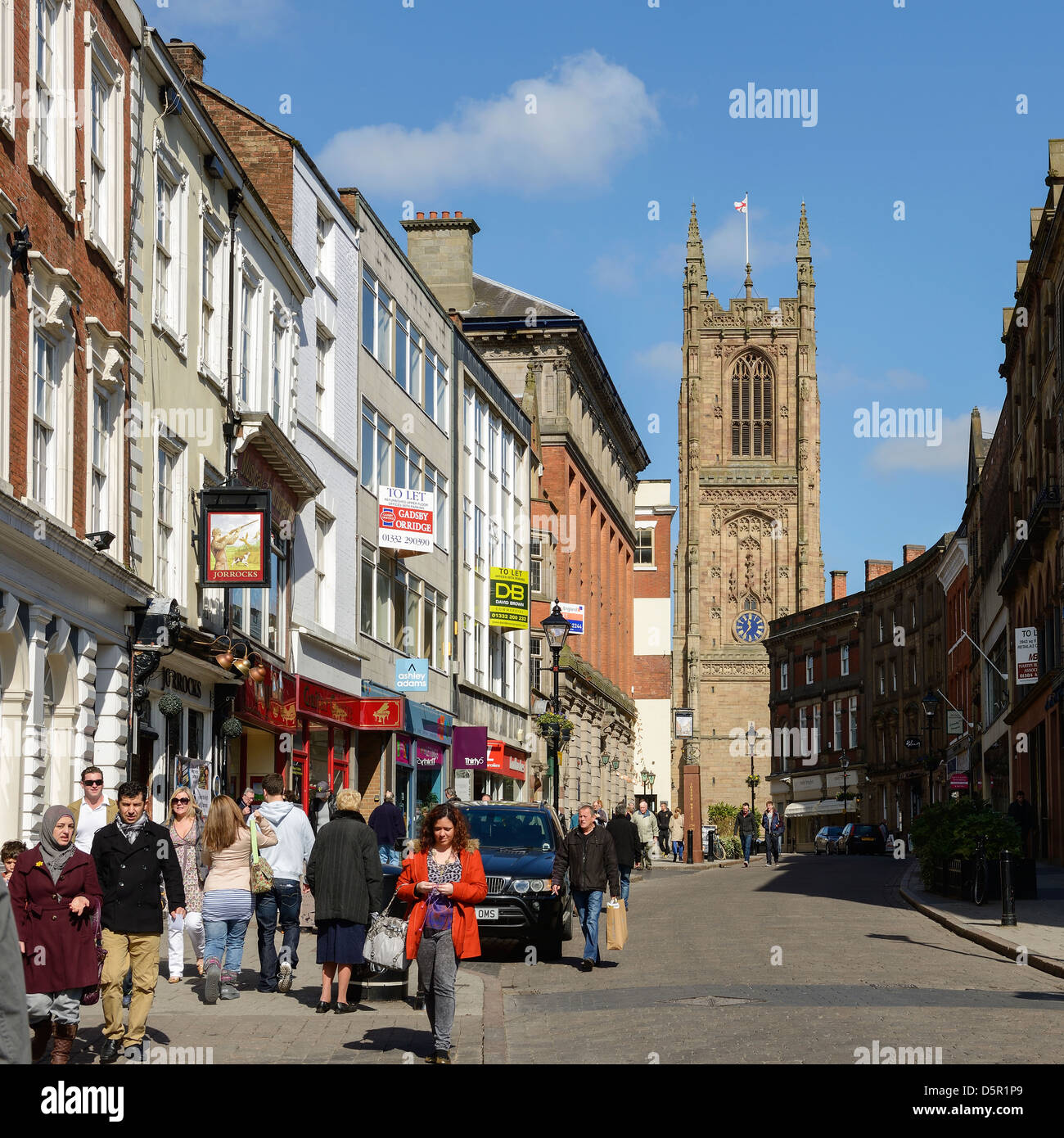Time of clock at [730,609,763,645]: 11:35
